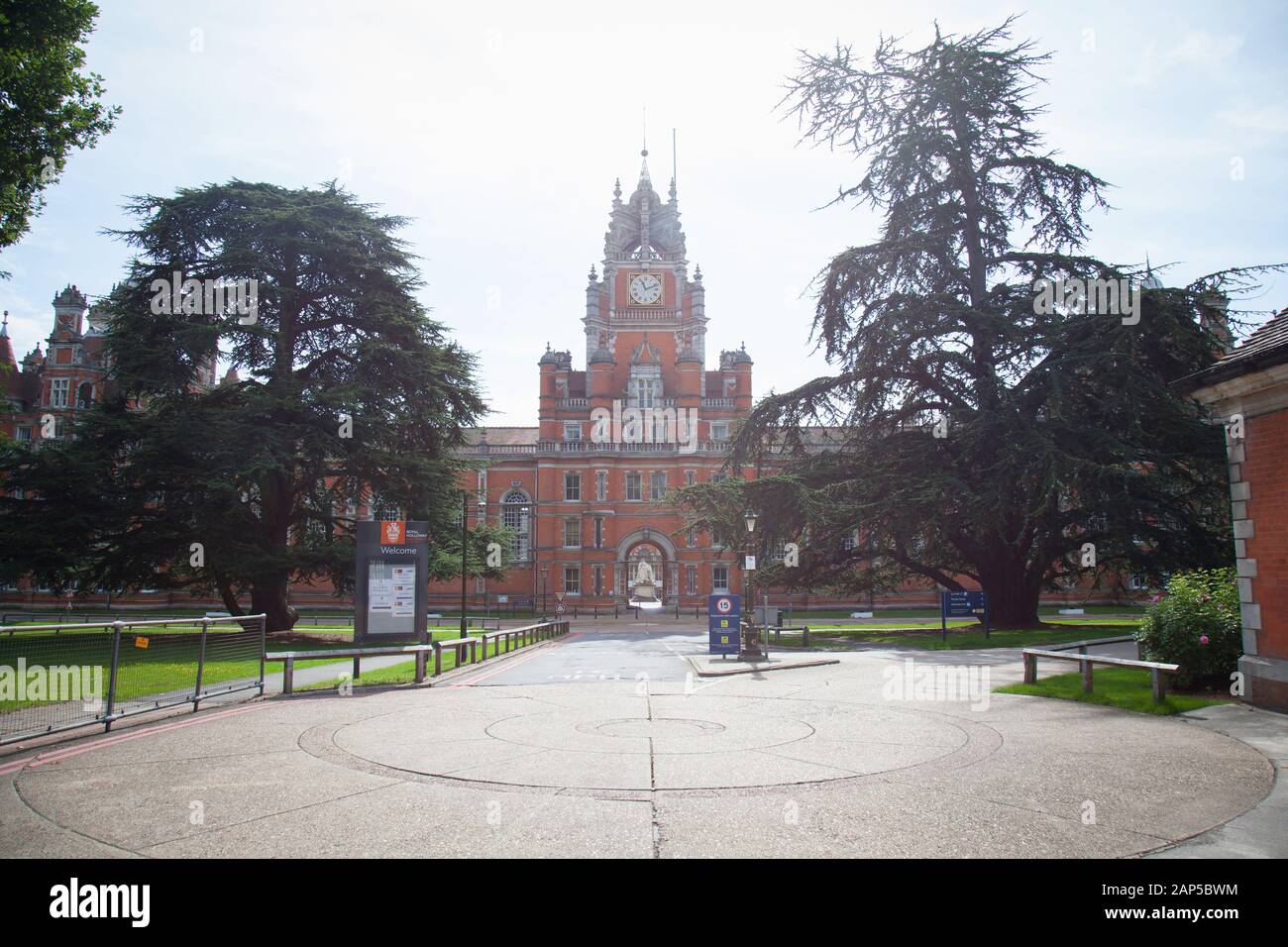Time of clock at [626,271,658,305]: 11:11
